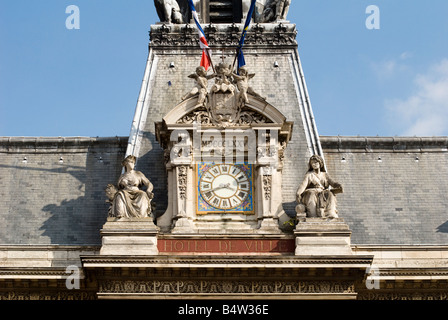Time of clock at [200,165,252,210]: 3:41
